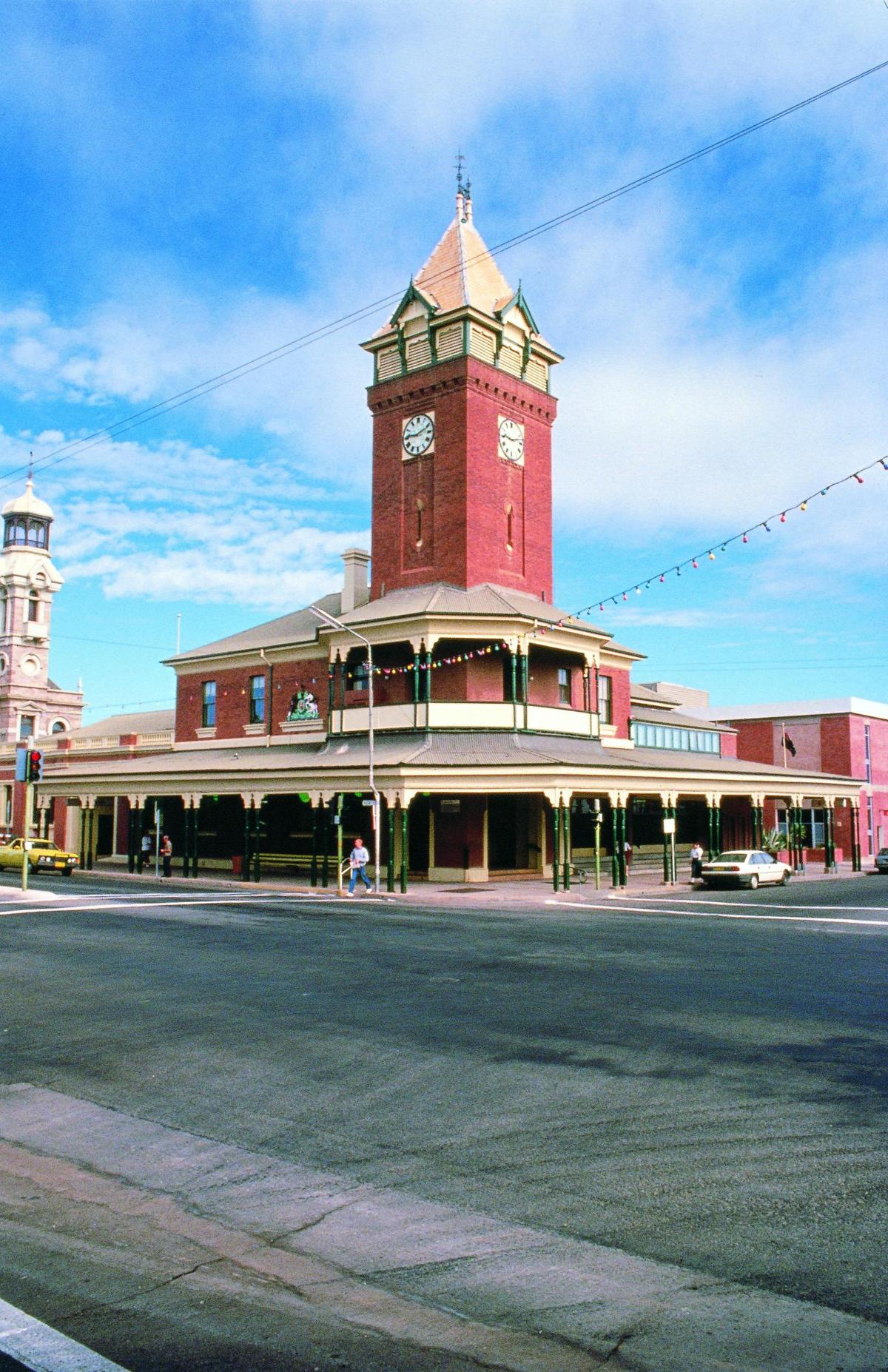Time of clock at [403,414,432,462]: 9:11
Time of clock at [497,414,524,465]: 9:12
